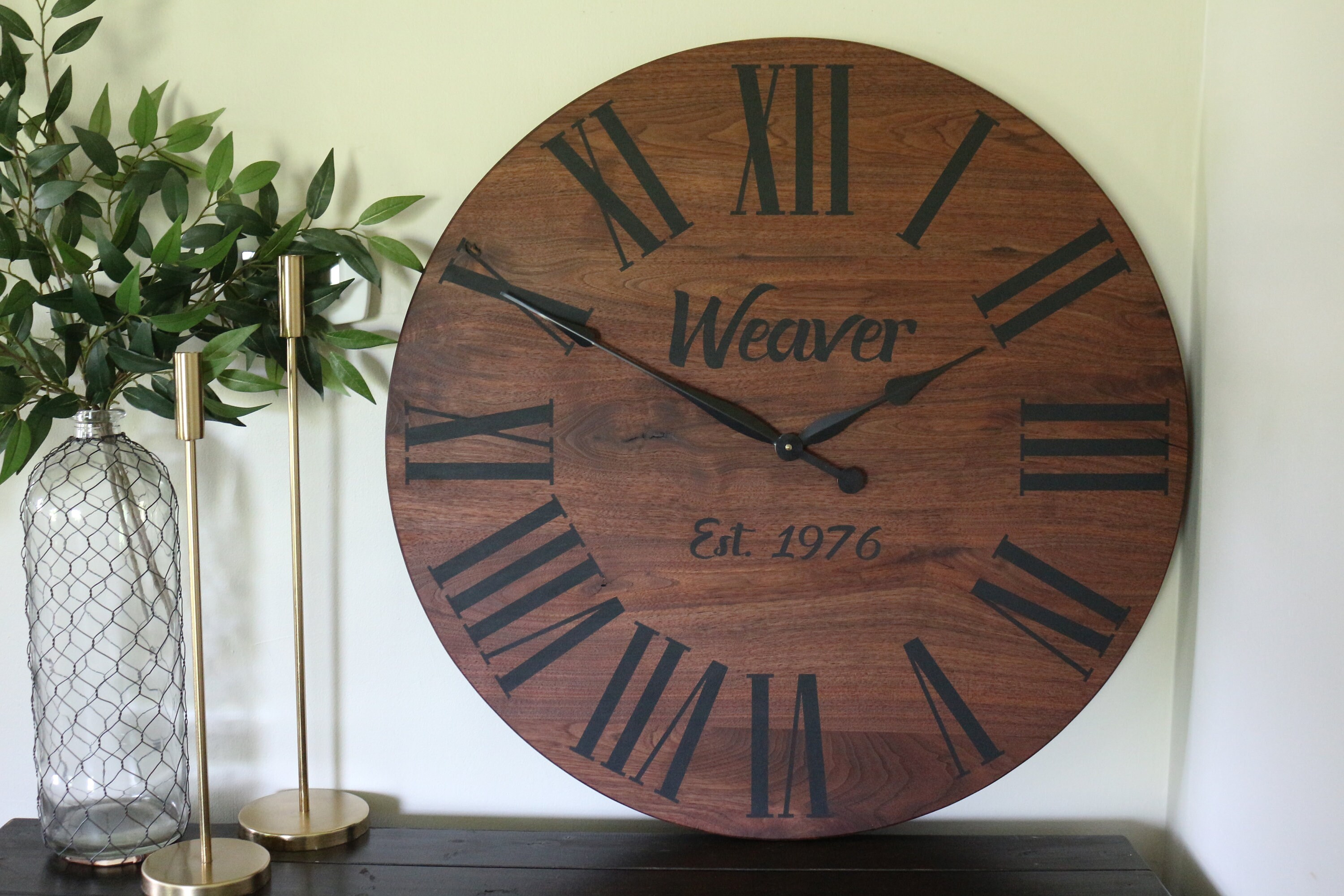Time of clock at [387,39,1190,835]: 1:50
